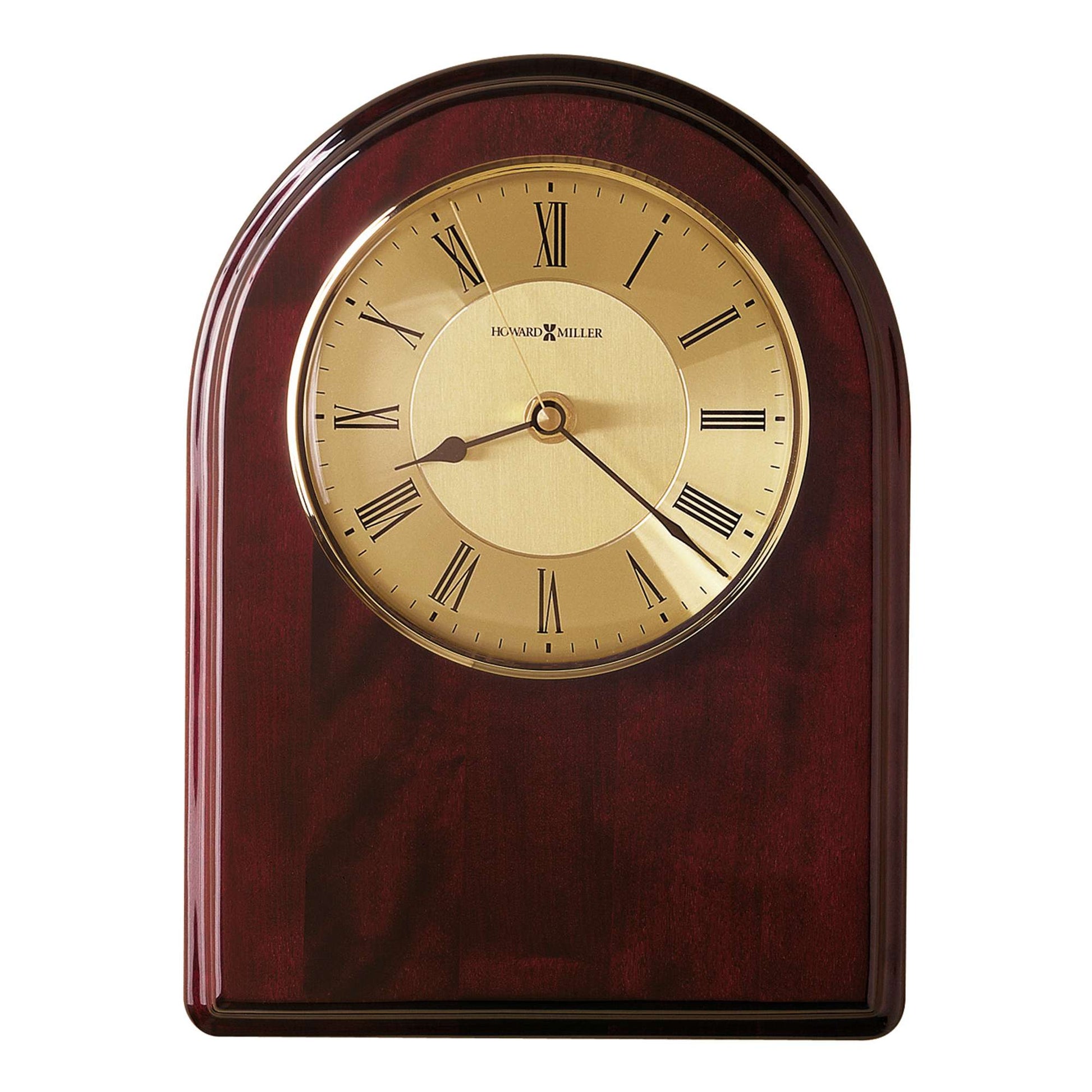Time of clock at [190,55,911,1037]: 8:21
